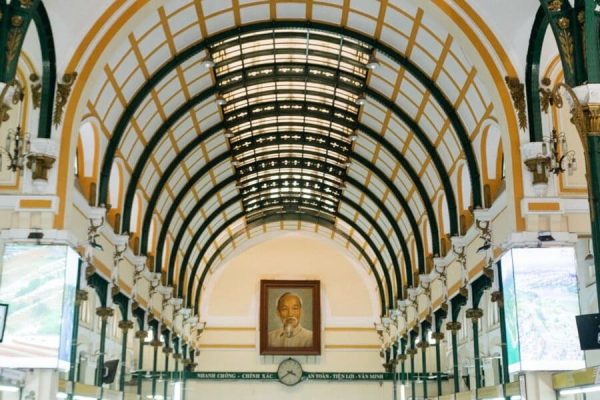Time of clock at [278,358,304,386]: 3:39
